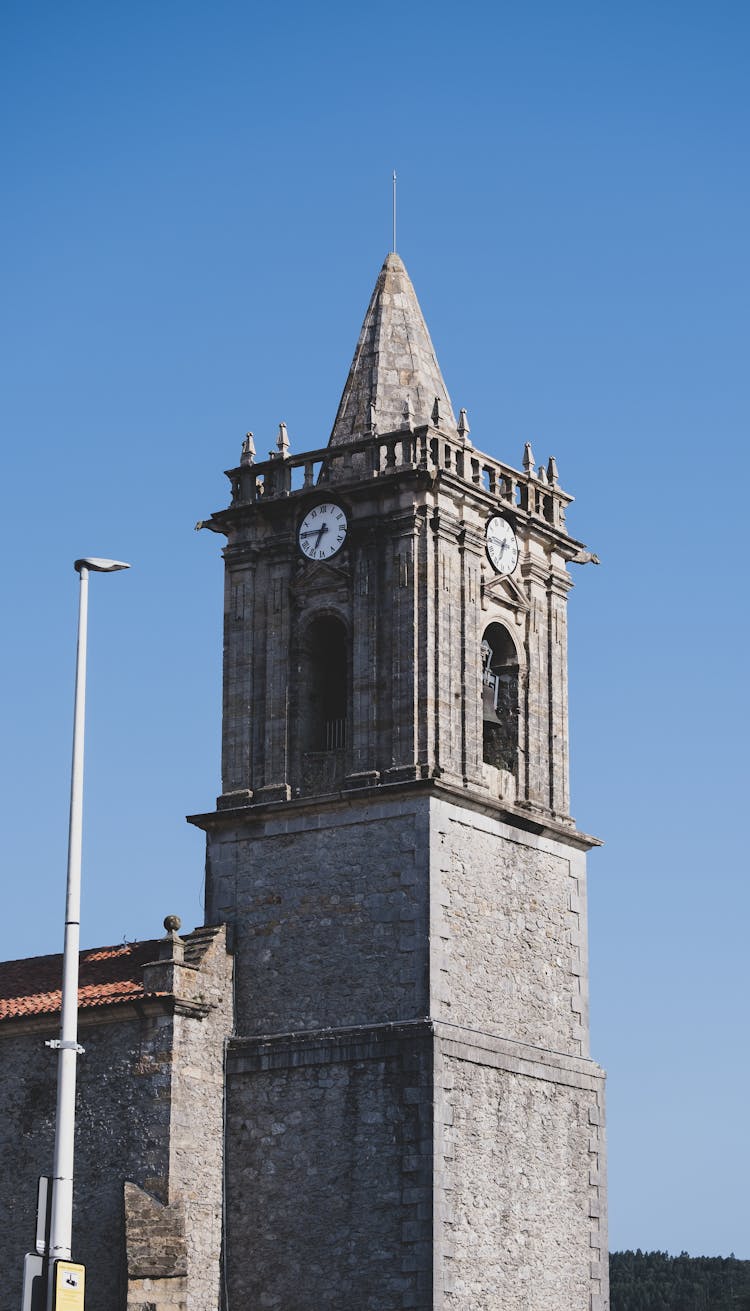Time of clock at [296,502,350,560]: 6:45
